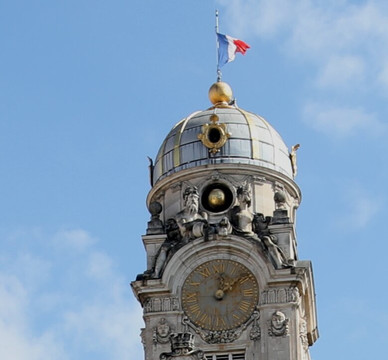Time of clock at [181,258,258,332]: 12:08
